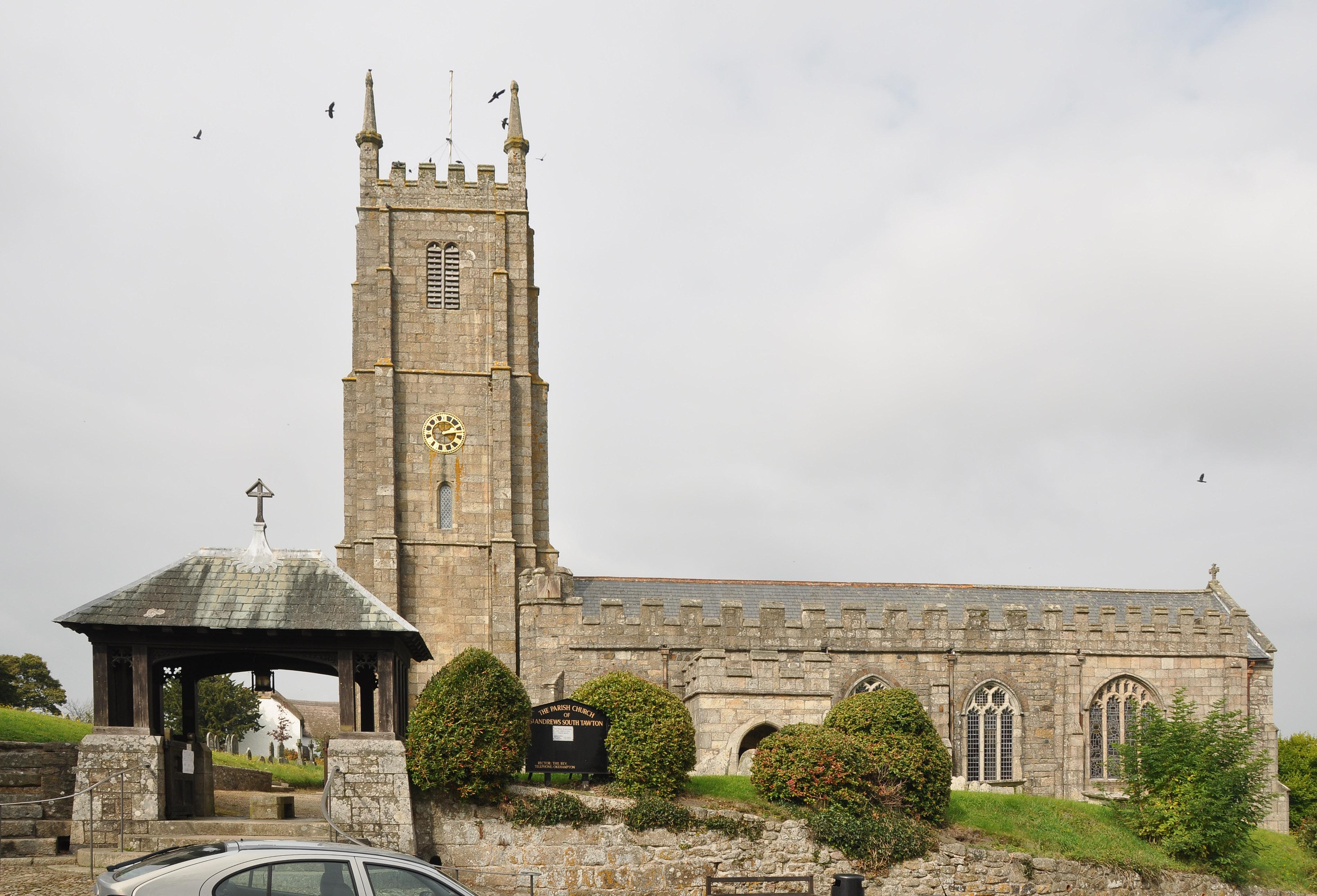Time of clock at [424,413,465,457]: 2:12
